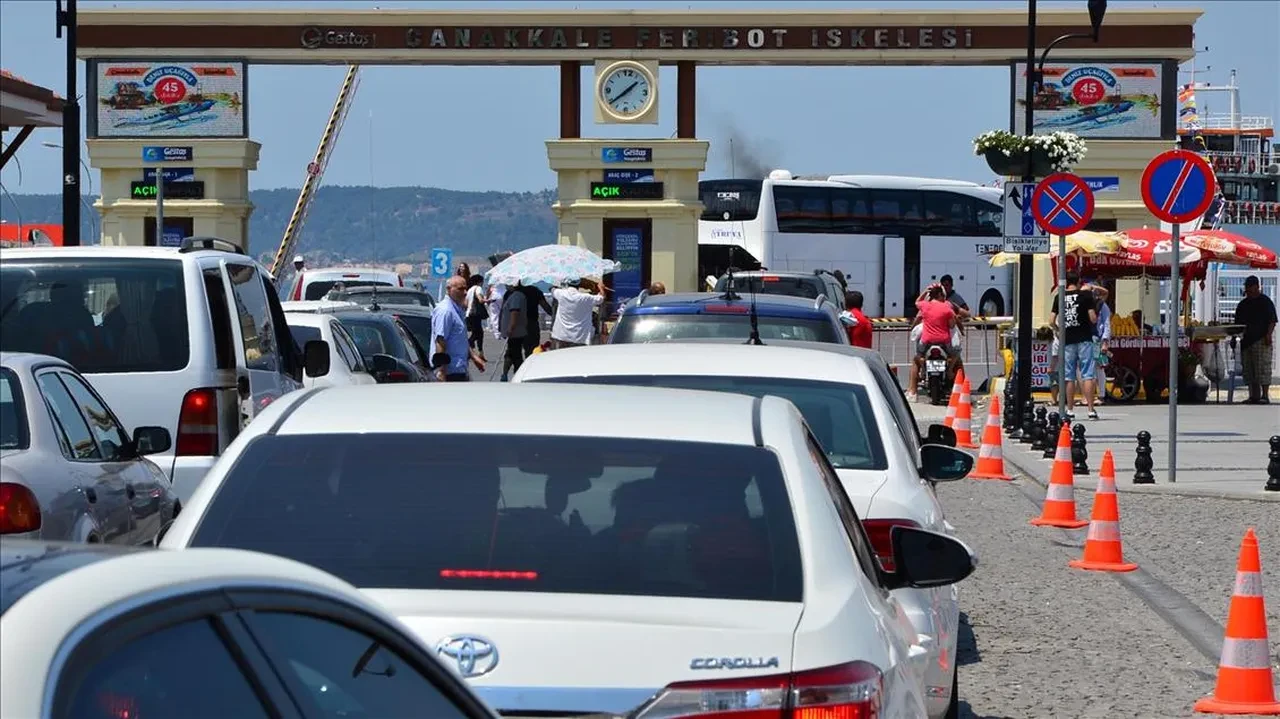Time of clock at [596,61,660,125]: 1:38
